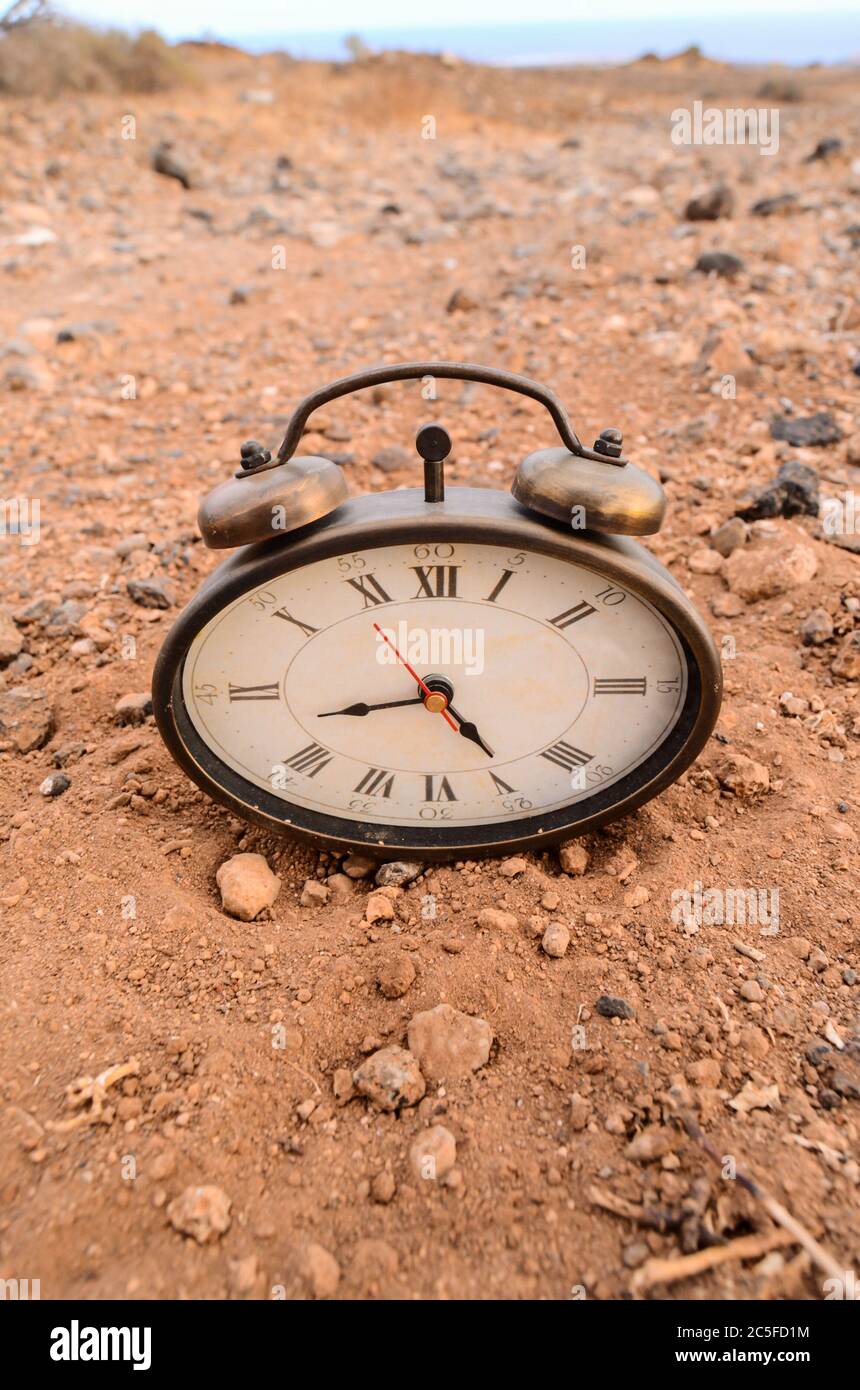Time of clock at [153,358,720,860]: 8:24
